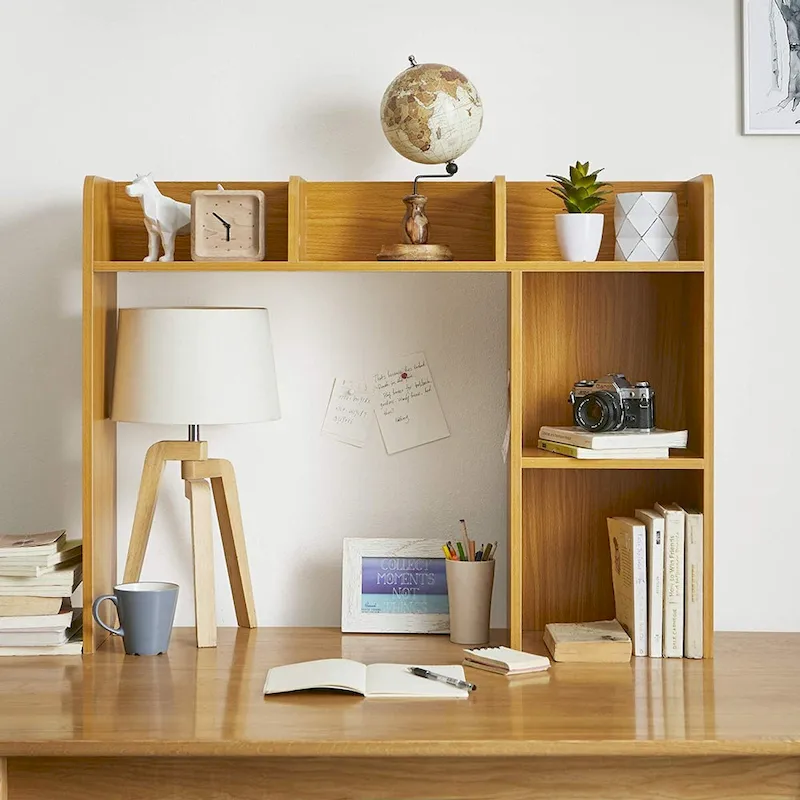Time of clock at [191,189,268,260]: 5:51
